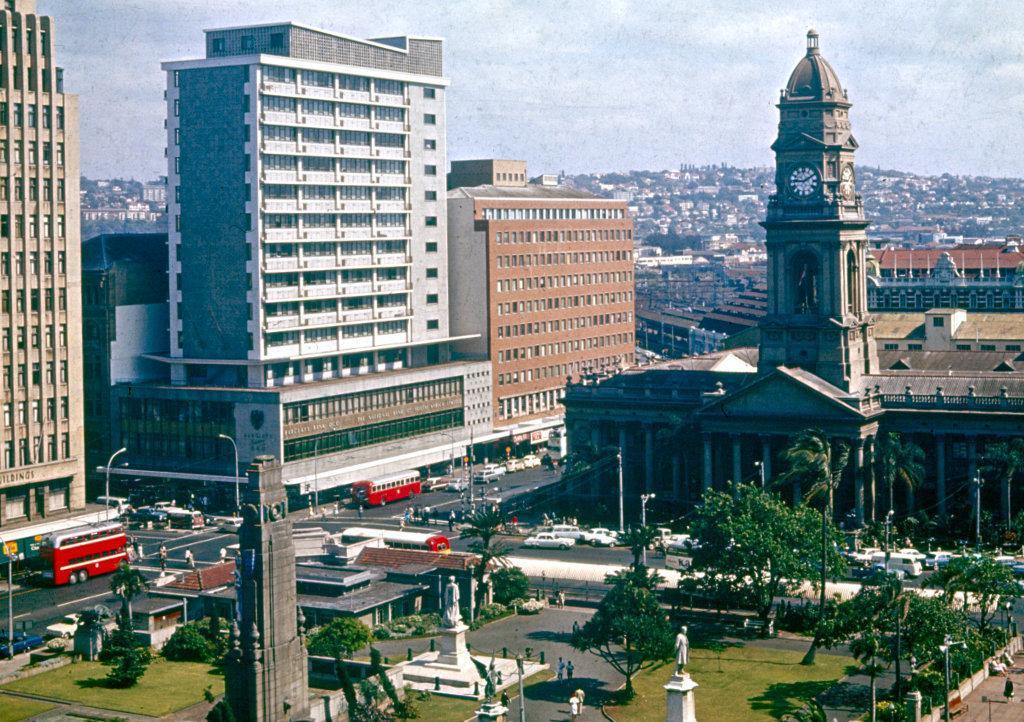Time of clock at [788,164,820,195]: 9:10
